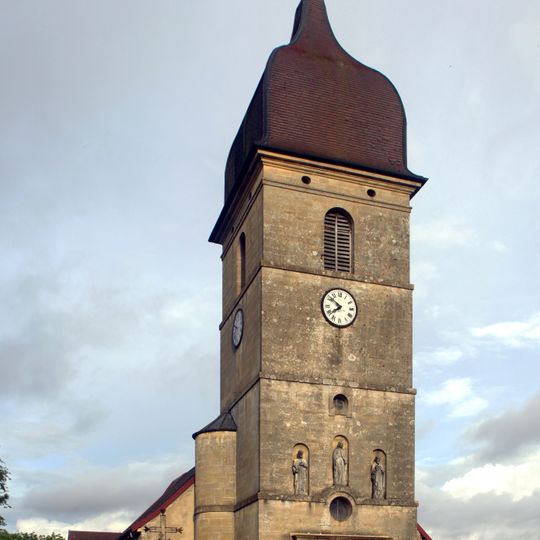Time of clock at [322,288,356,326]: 7:51
